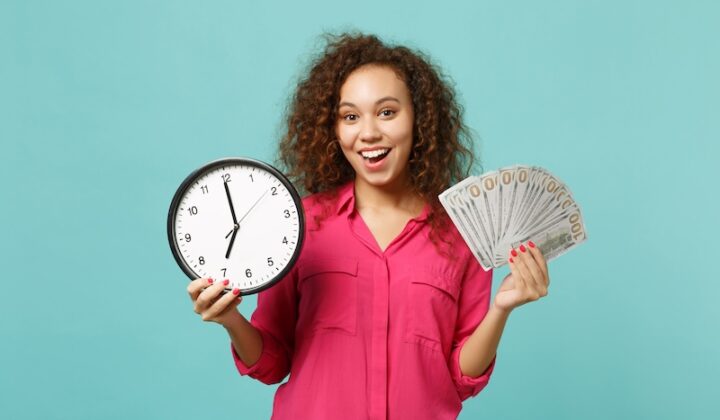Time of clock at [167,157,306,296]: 6:59
